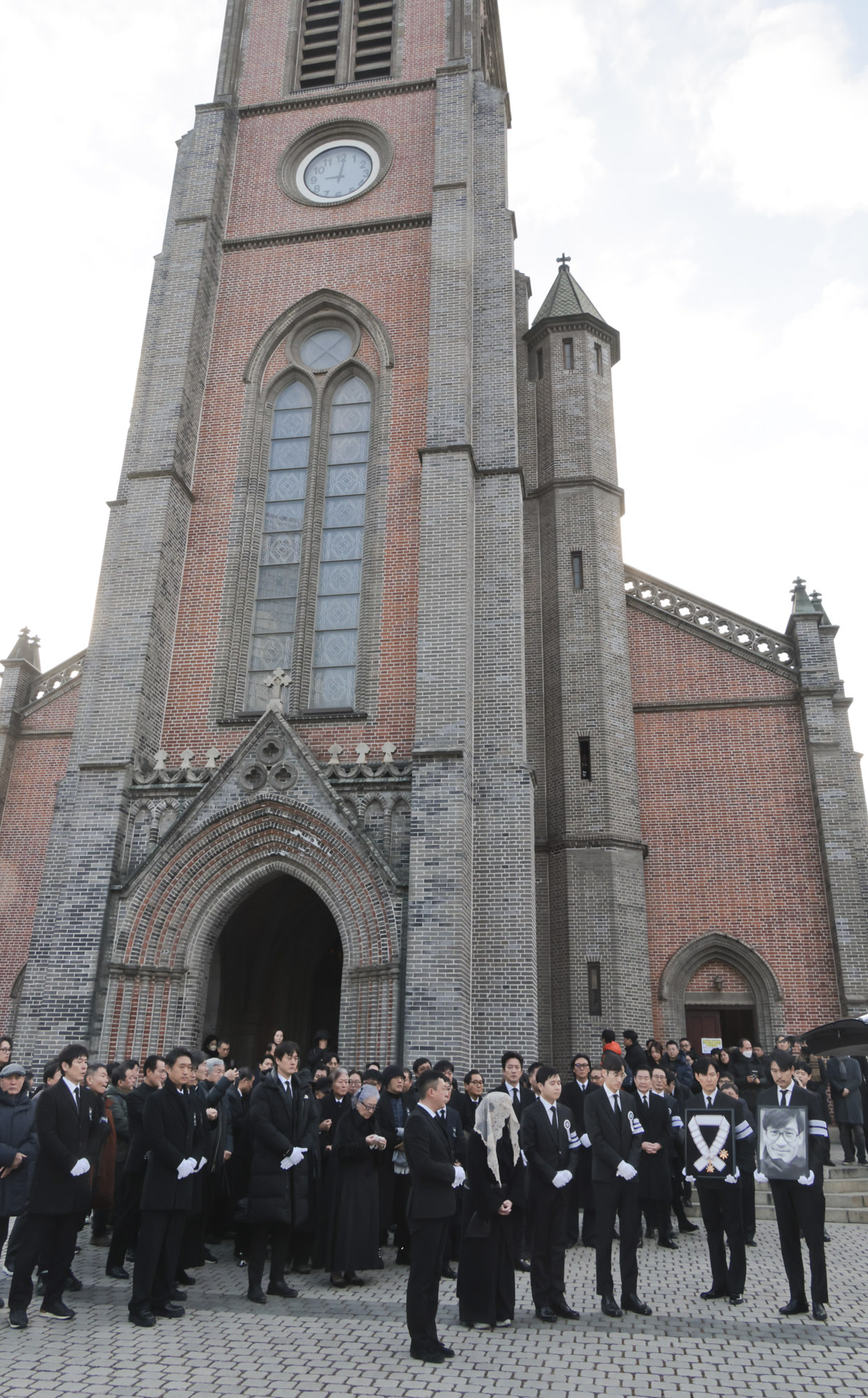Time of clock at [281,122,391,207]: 9:01
